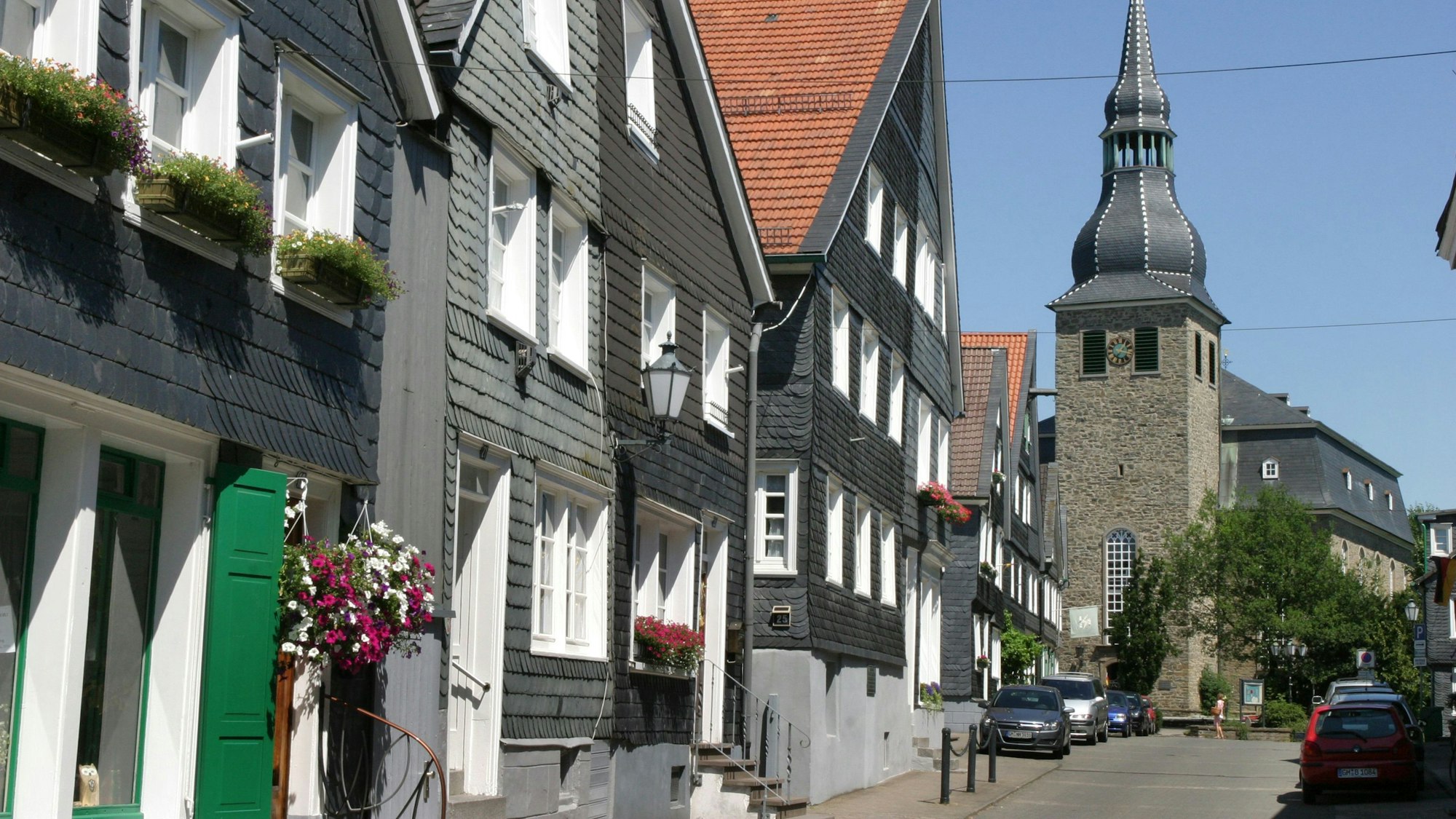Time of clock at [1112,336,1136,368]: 1:16
